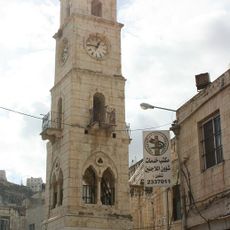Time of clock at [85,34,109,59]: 12:46
